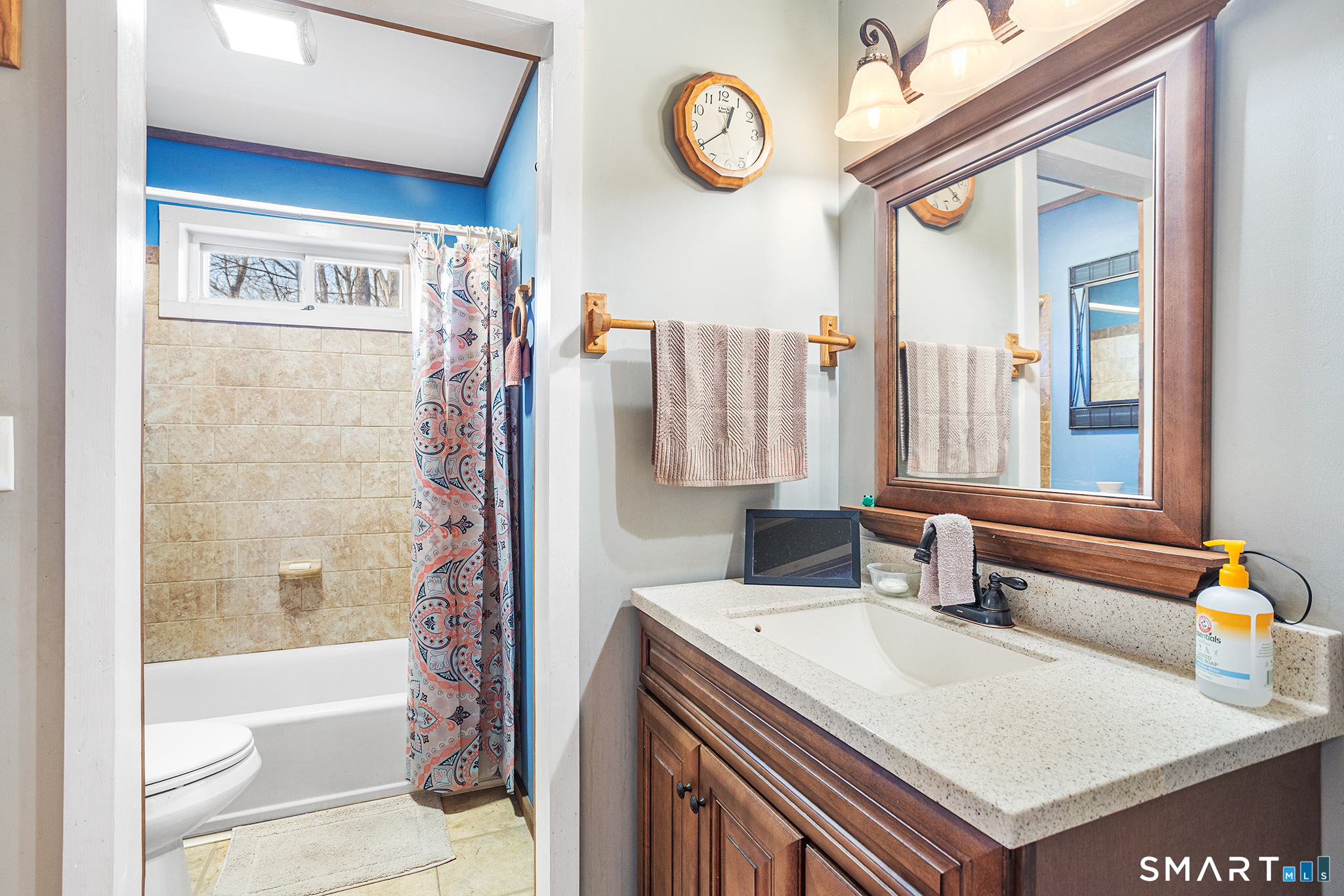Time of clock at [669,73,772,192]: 12:39
